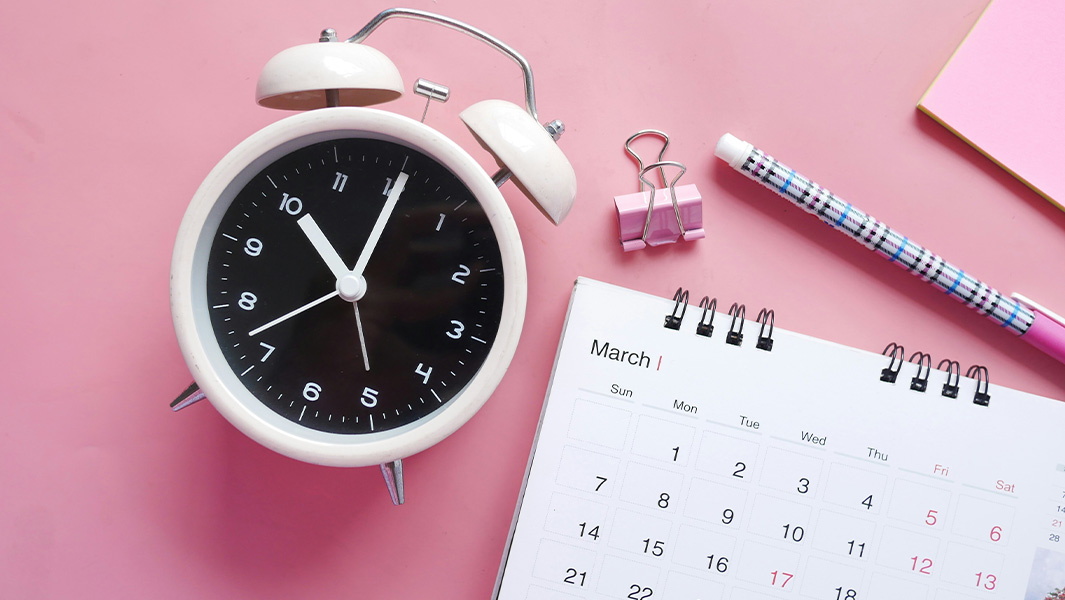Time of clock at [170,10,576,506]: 11:05
